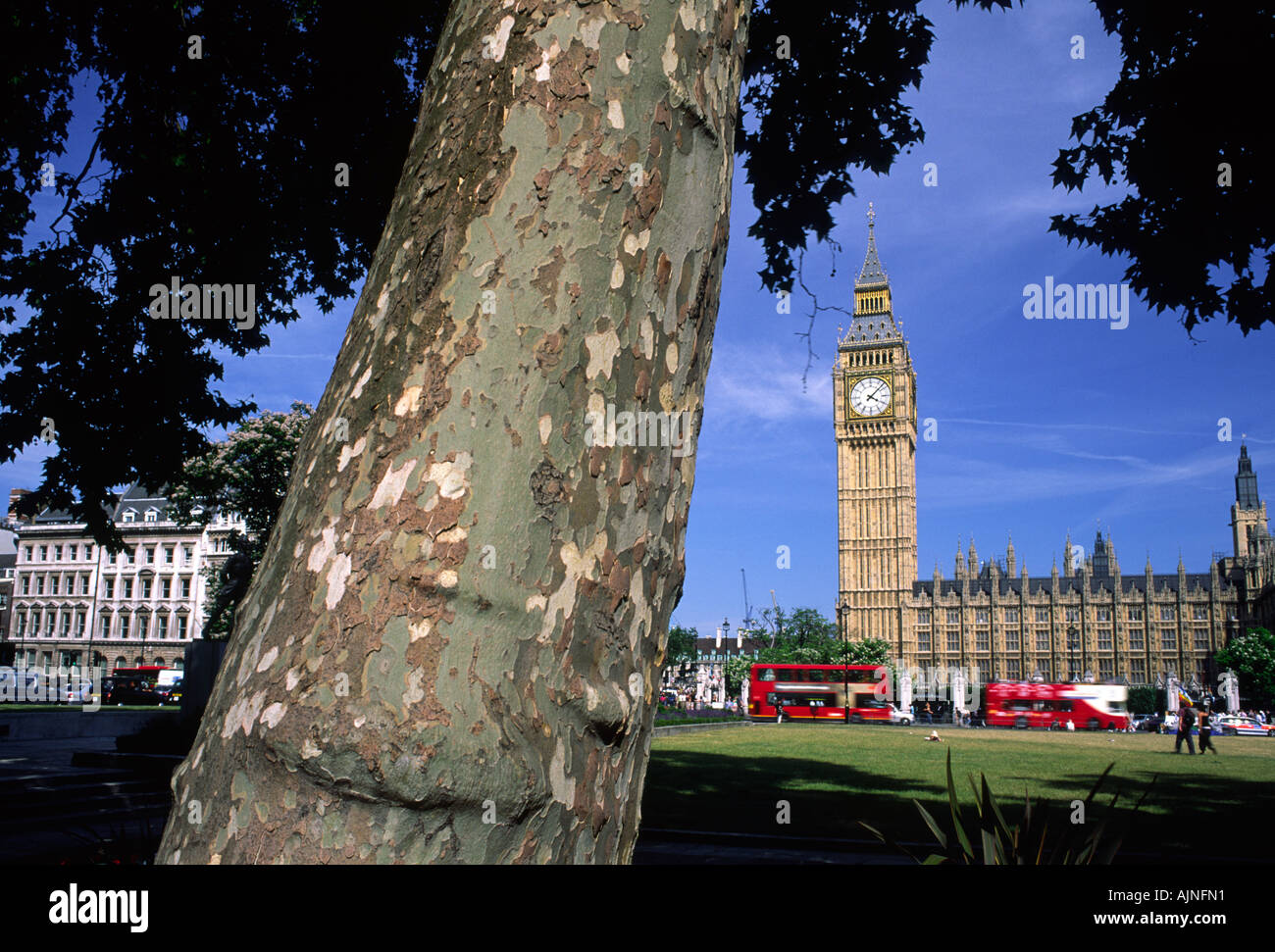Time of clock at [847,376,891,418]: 4:07
